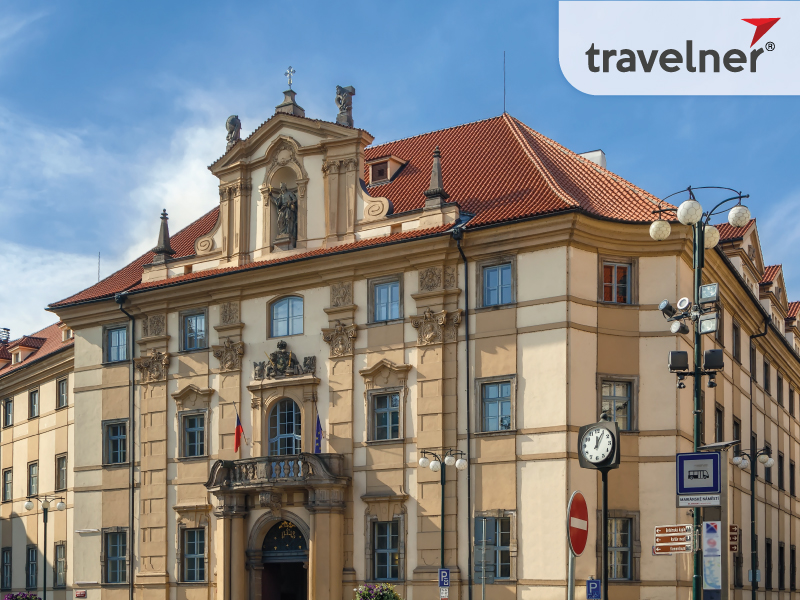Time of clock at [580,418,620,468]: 12:04
